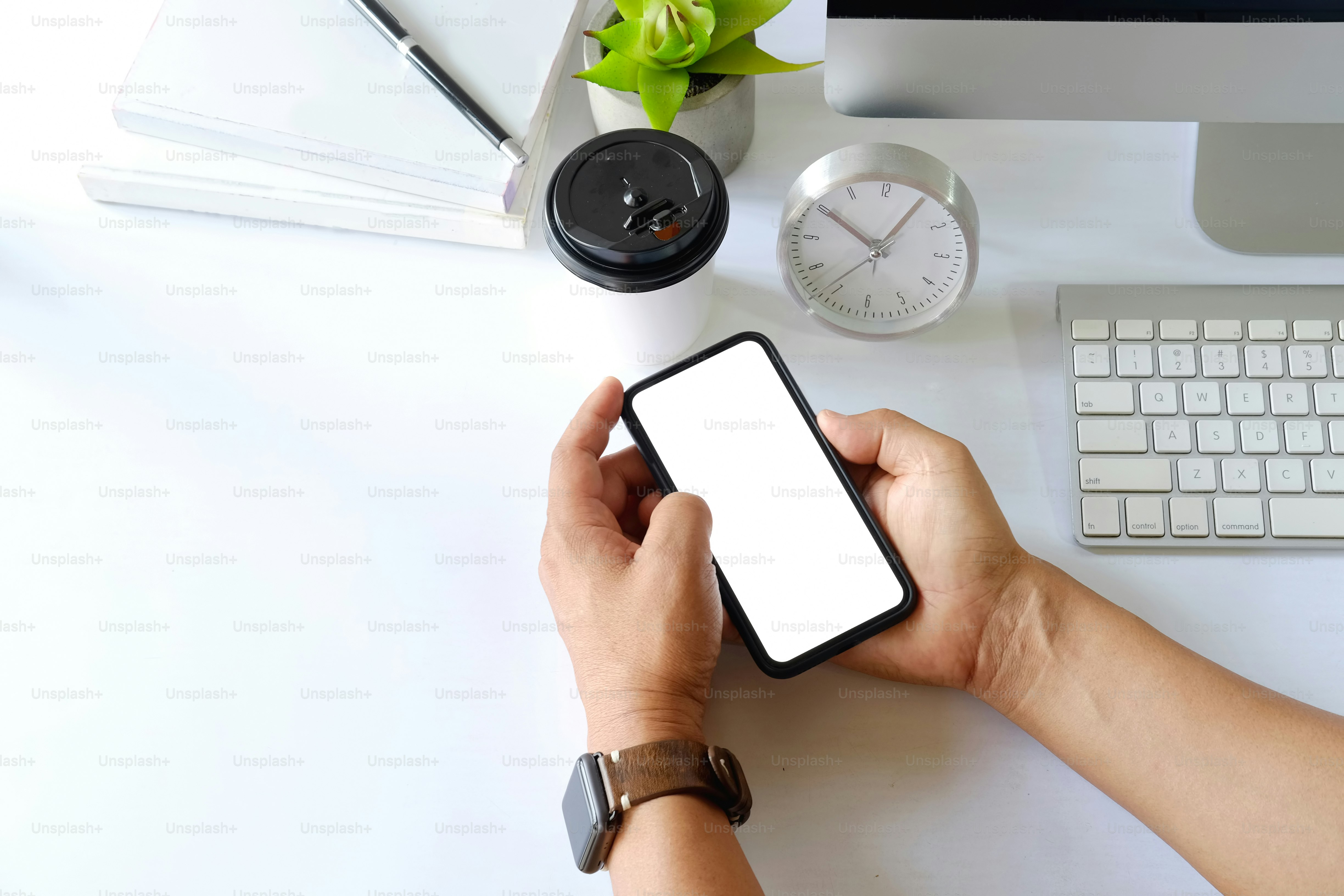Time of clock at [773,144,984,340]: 10:05
